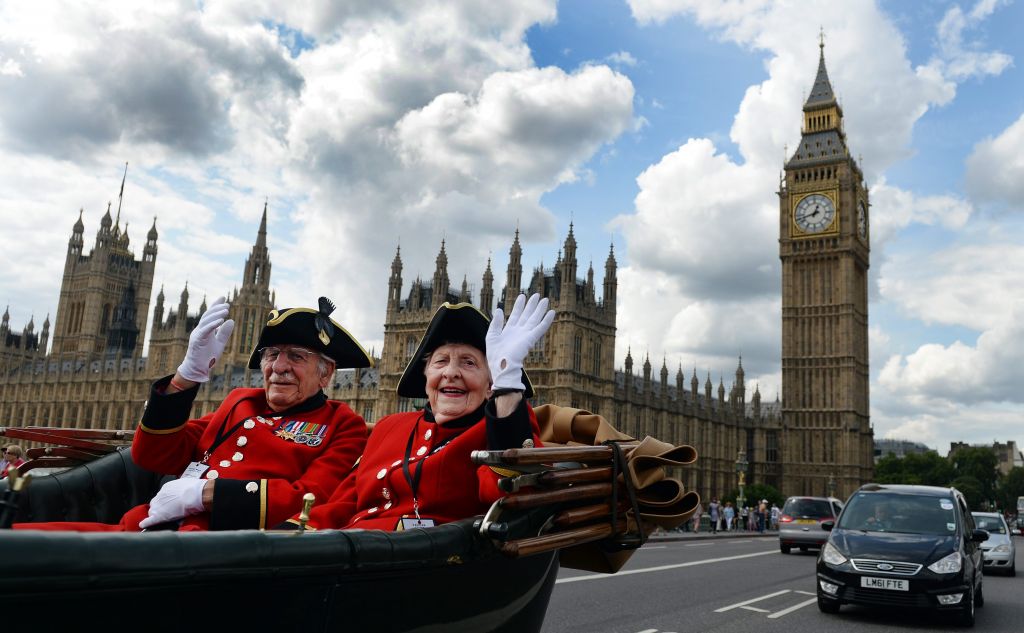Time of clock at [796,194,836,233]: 12:42
